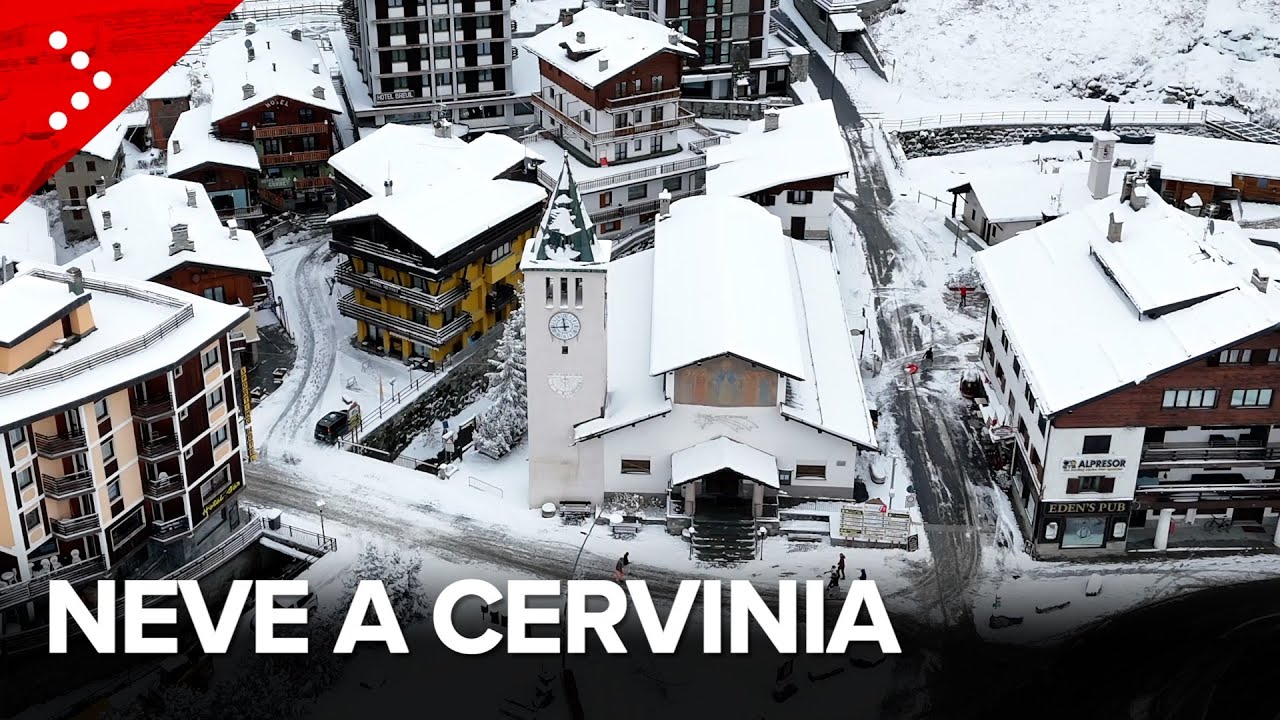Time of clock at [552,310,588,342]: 11:43
